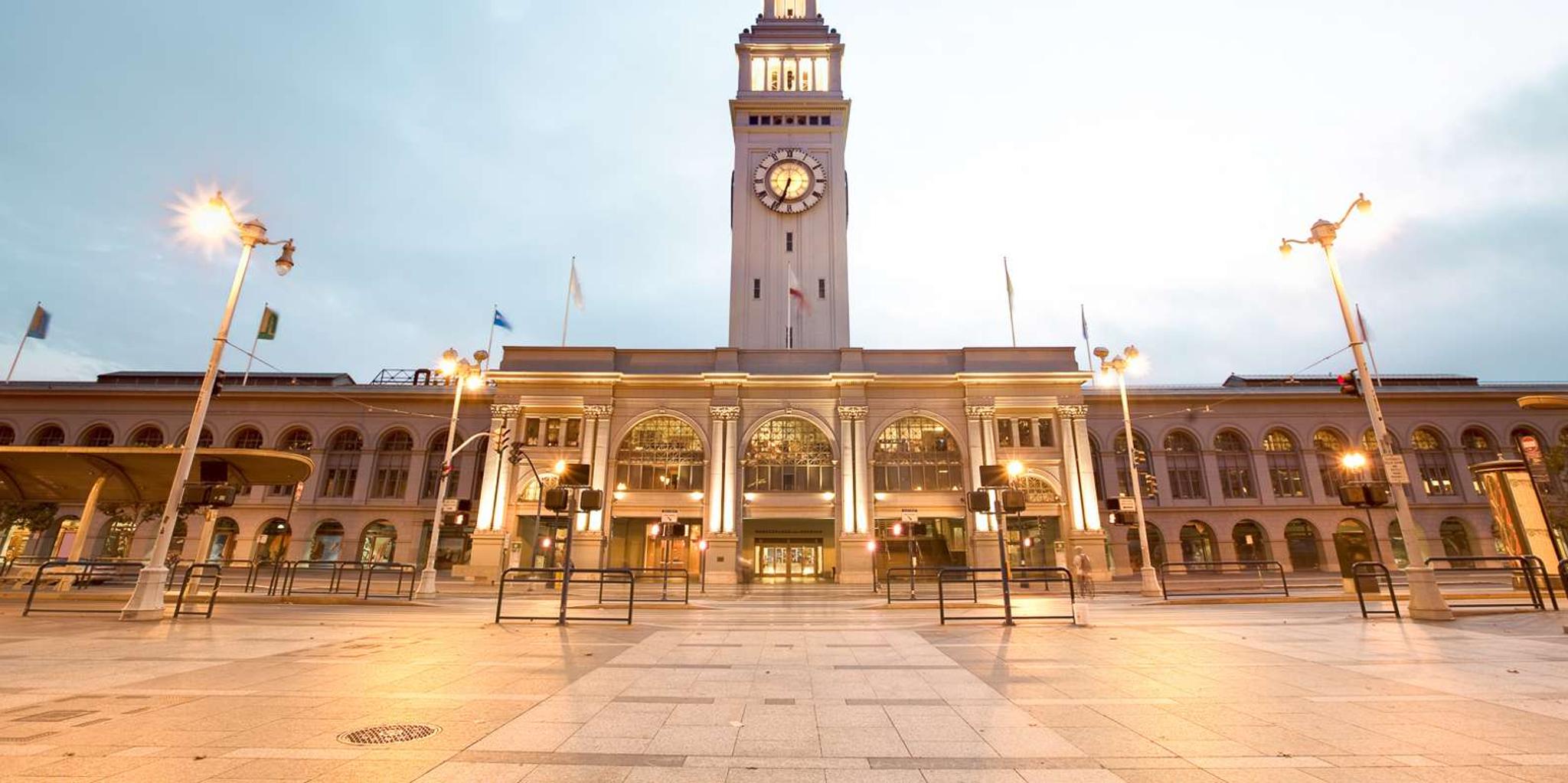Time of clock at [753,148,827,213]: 6:33
